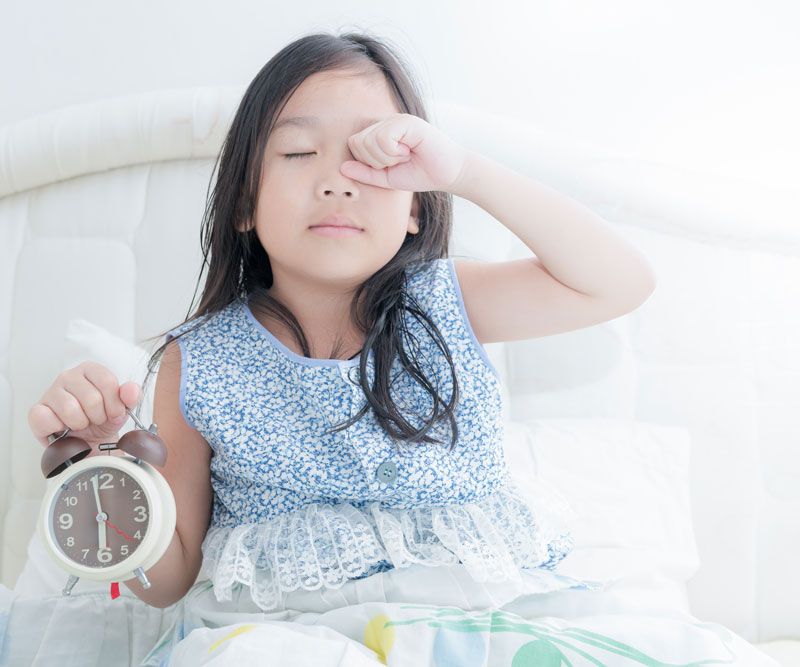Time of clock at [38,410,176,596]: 5:58
